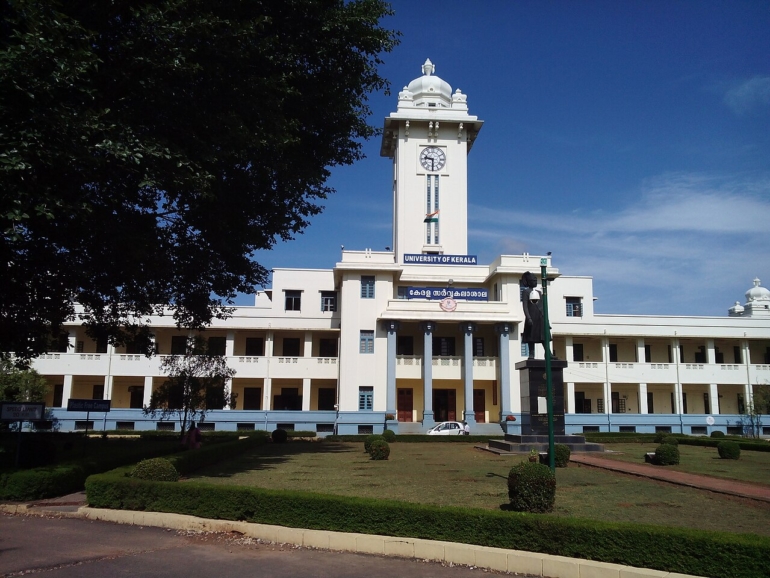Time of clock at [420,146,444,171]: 9:30
